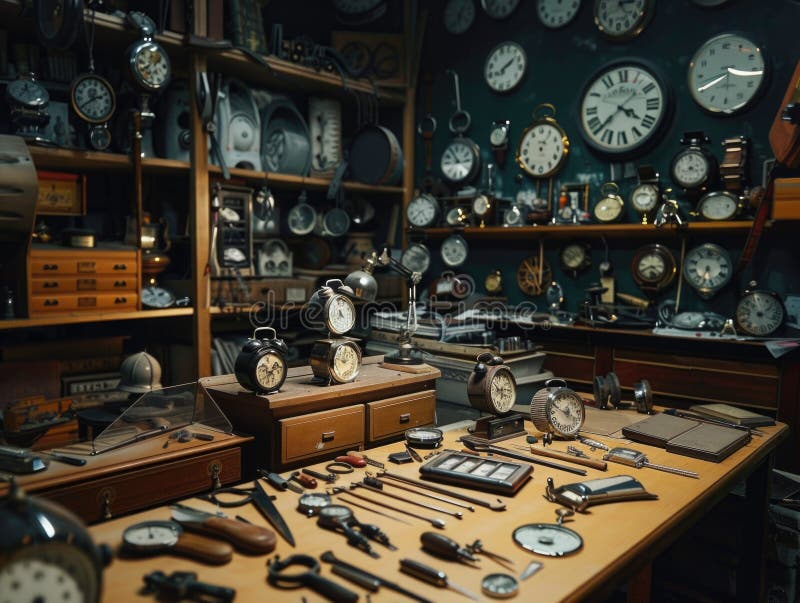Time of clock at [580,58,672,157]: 4:07
